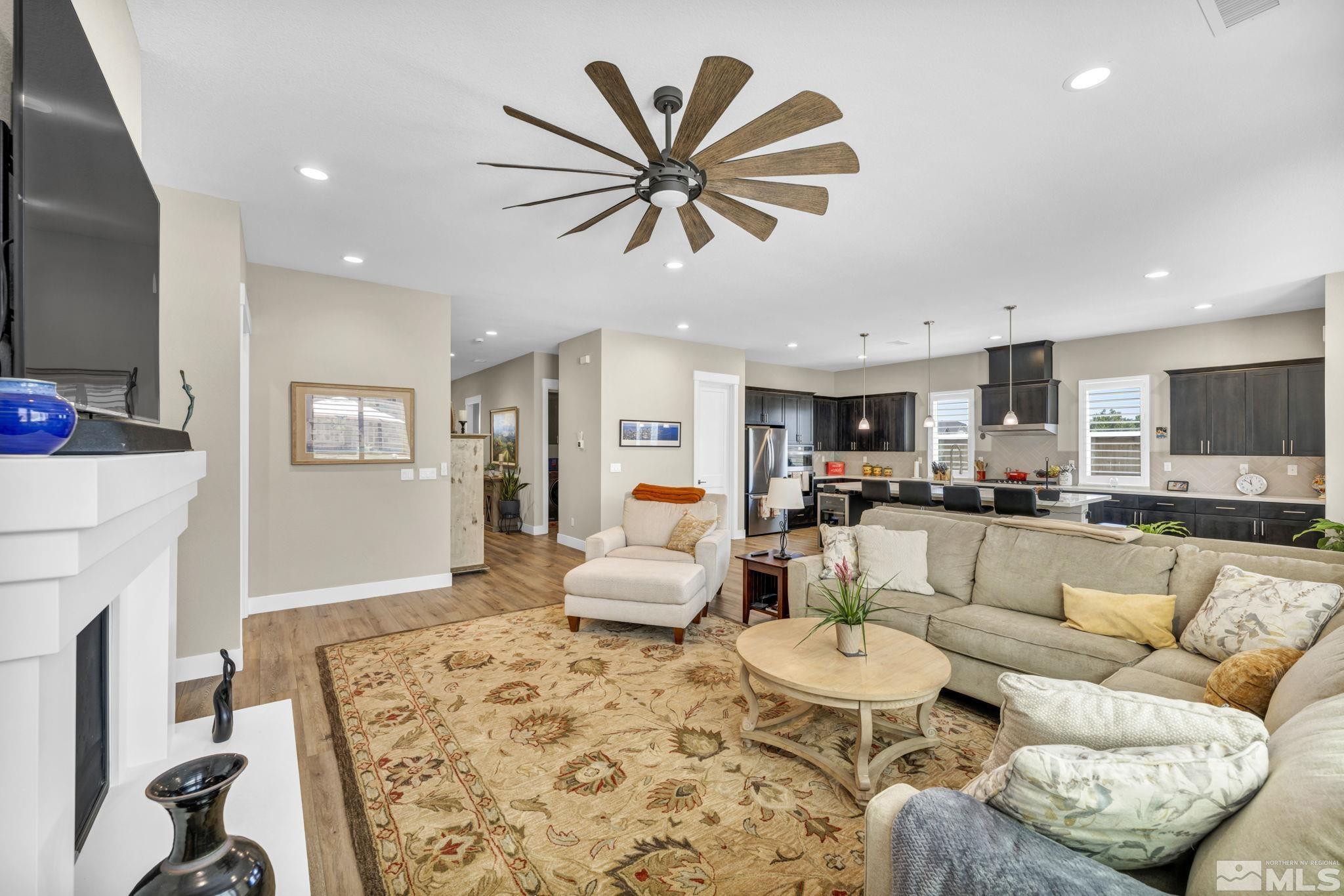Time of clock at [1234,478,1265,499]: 11:52
